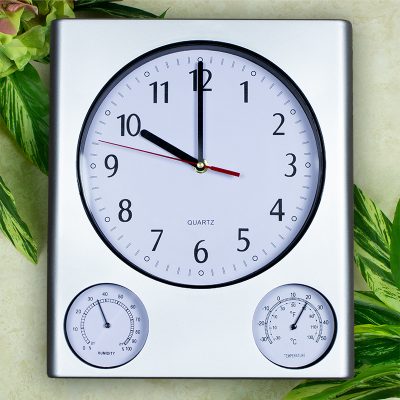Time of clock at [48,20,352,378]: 9:59
